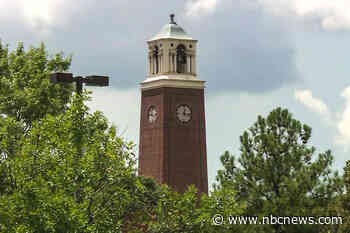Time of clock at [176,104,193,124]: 12:16
